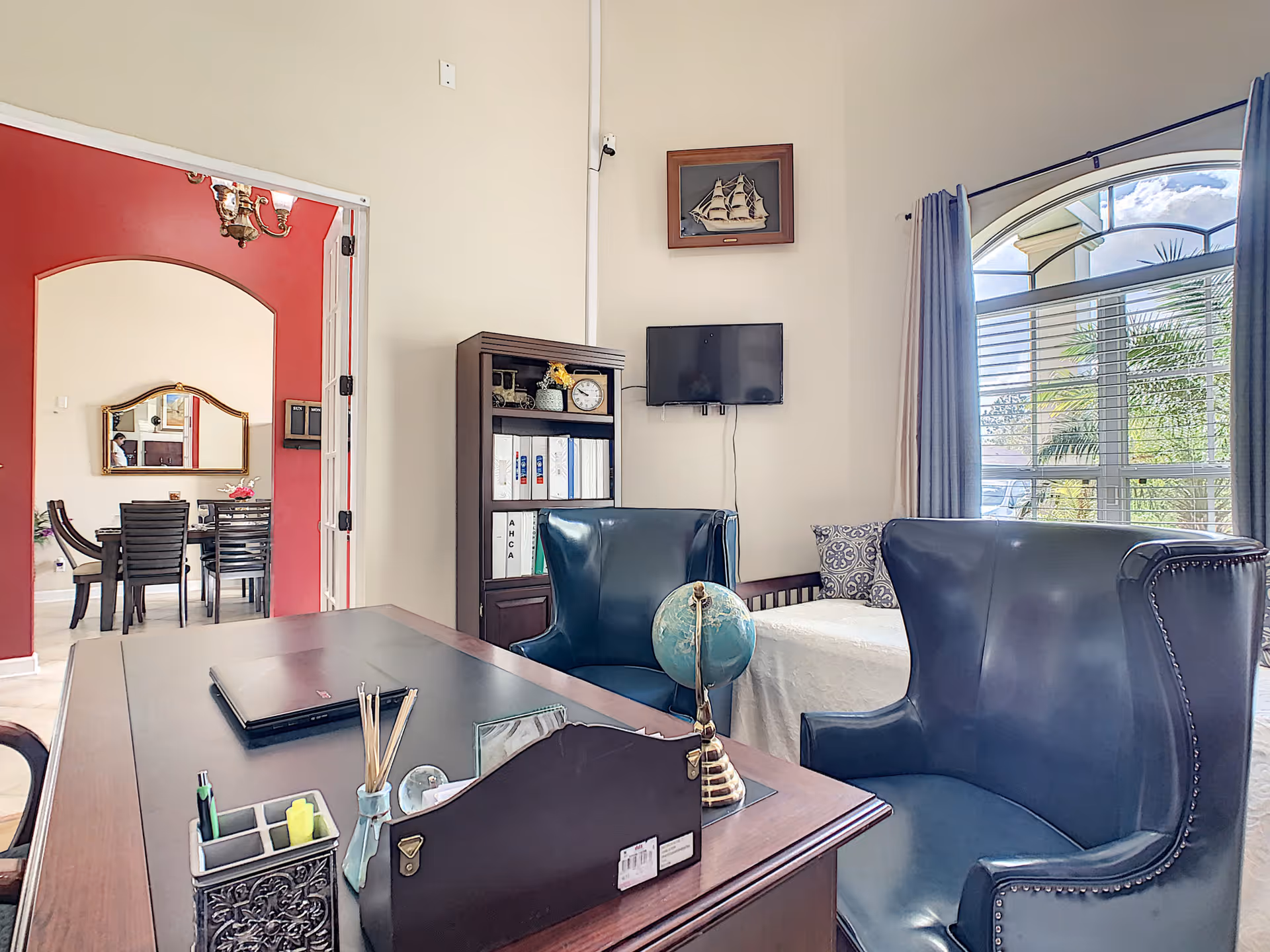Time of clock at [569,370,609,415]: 9:50
